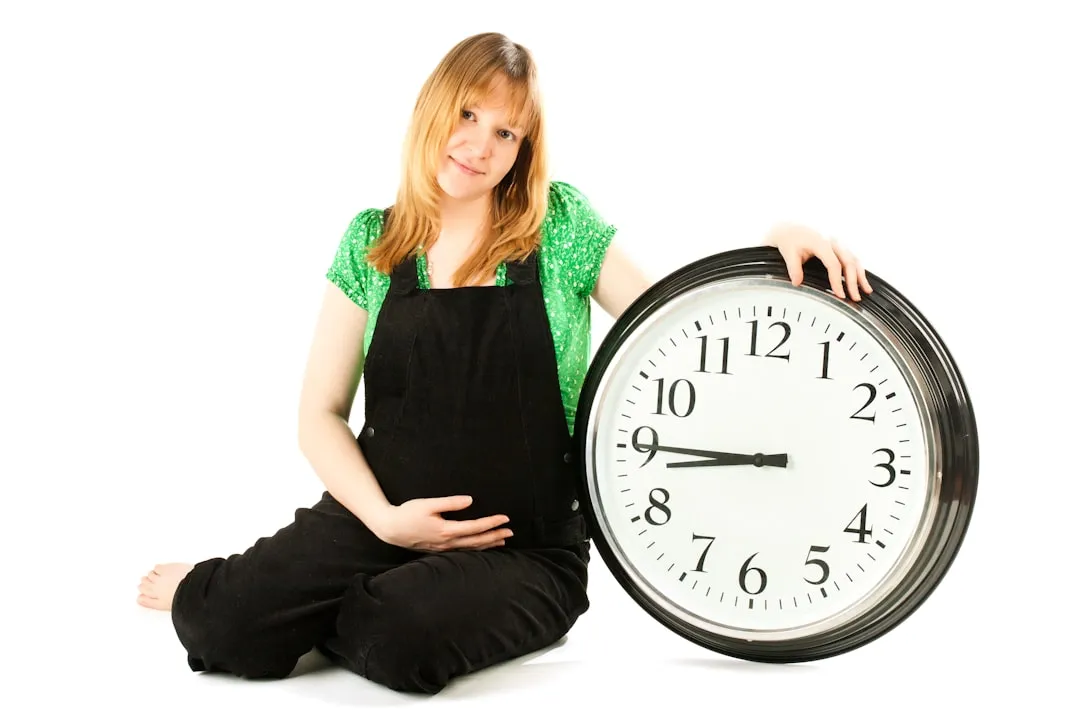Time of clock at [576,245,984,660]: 8:45
